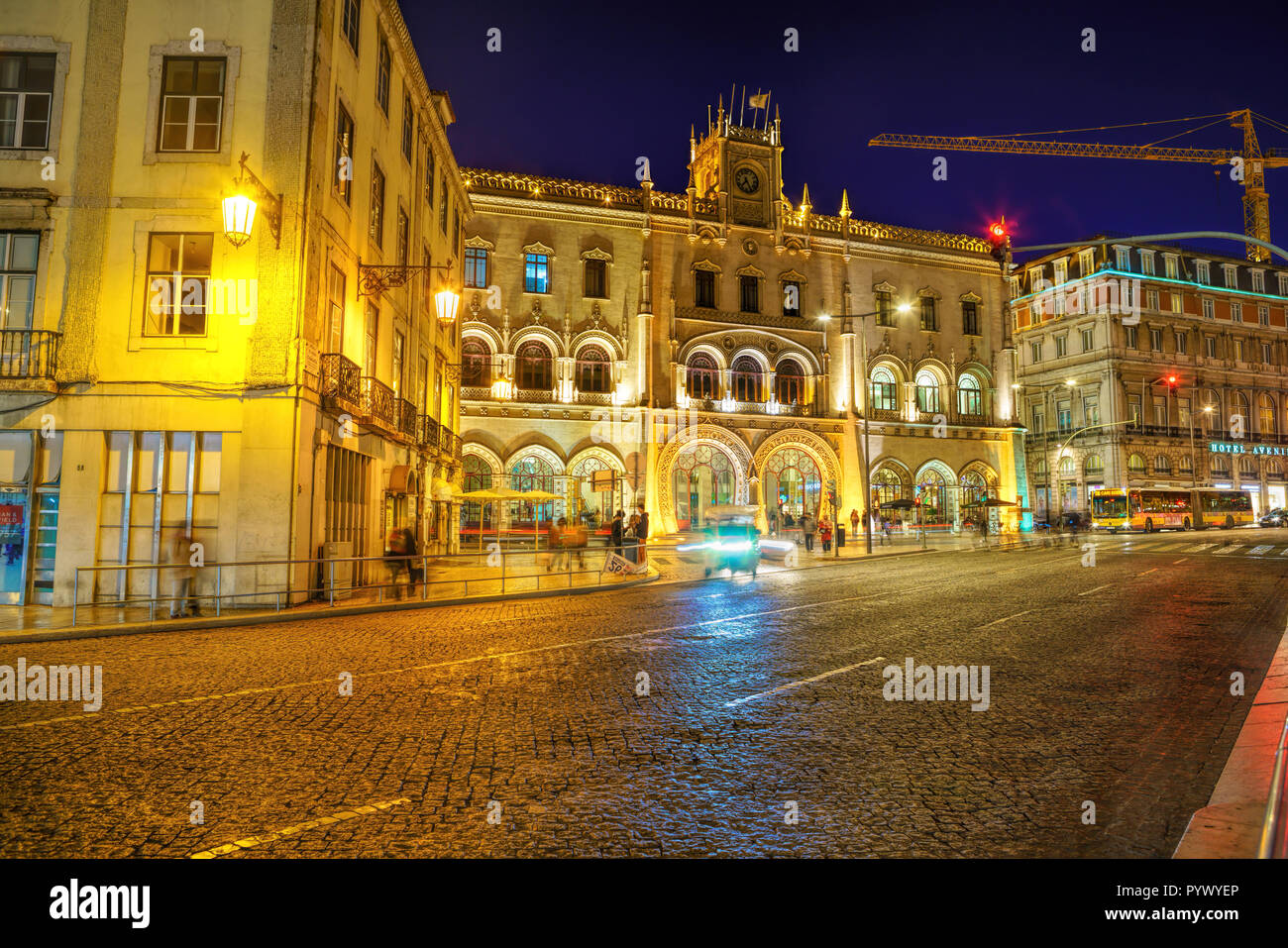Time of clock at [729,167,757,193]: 7:25
